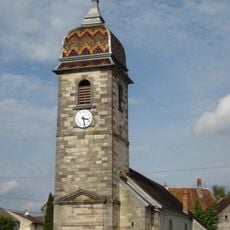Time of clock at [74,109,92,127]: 3:28
